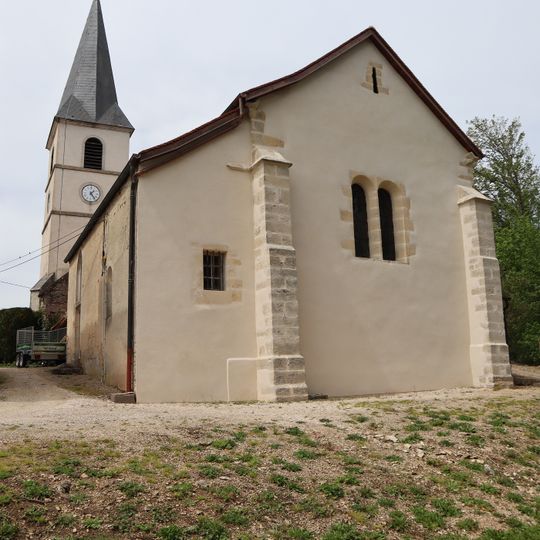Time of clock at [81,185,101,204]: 1:24
